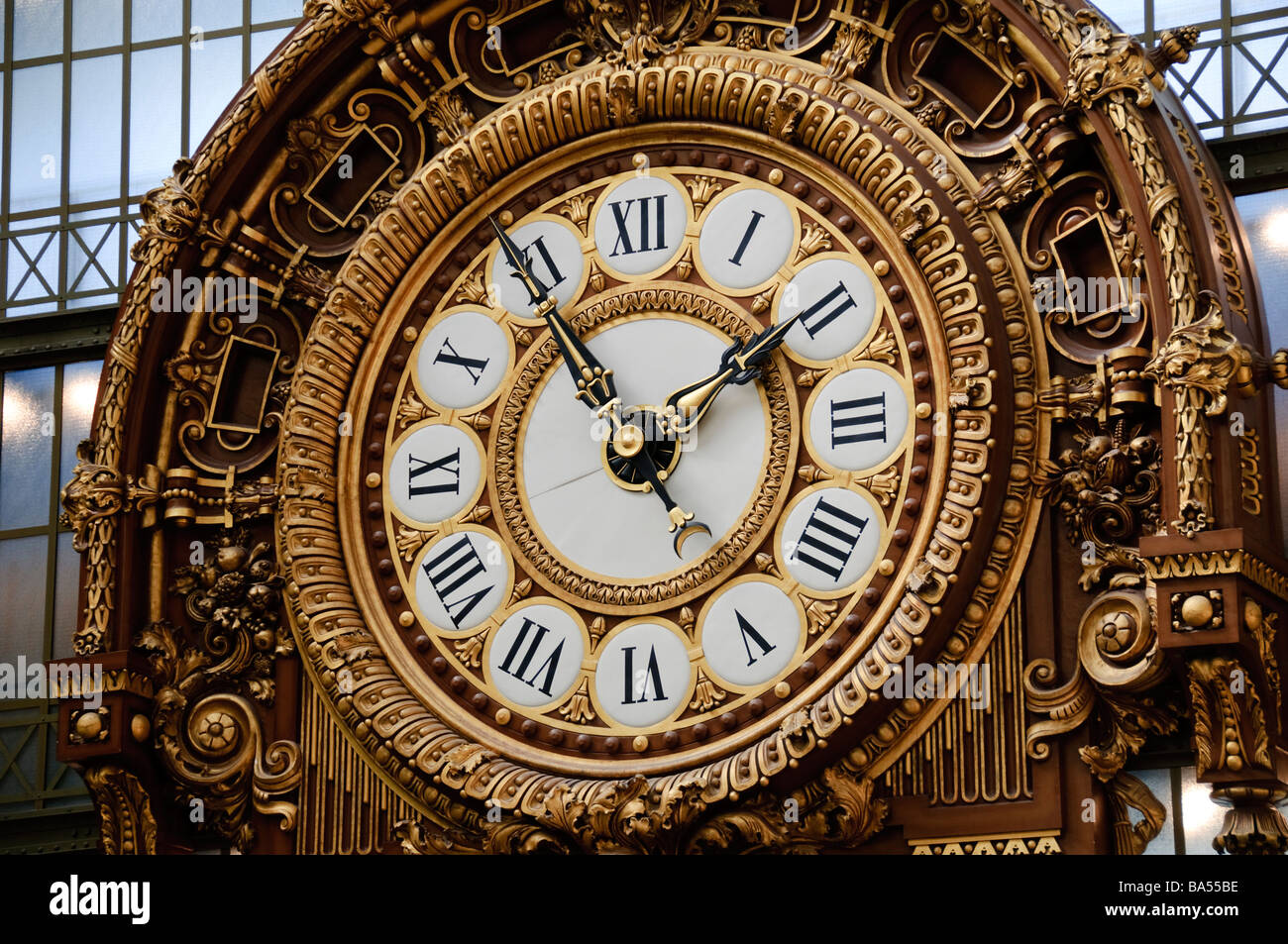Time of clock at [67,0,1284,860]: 1:54
